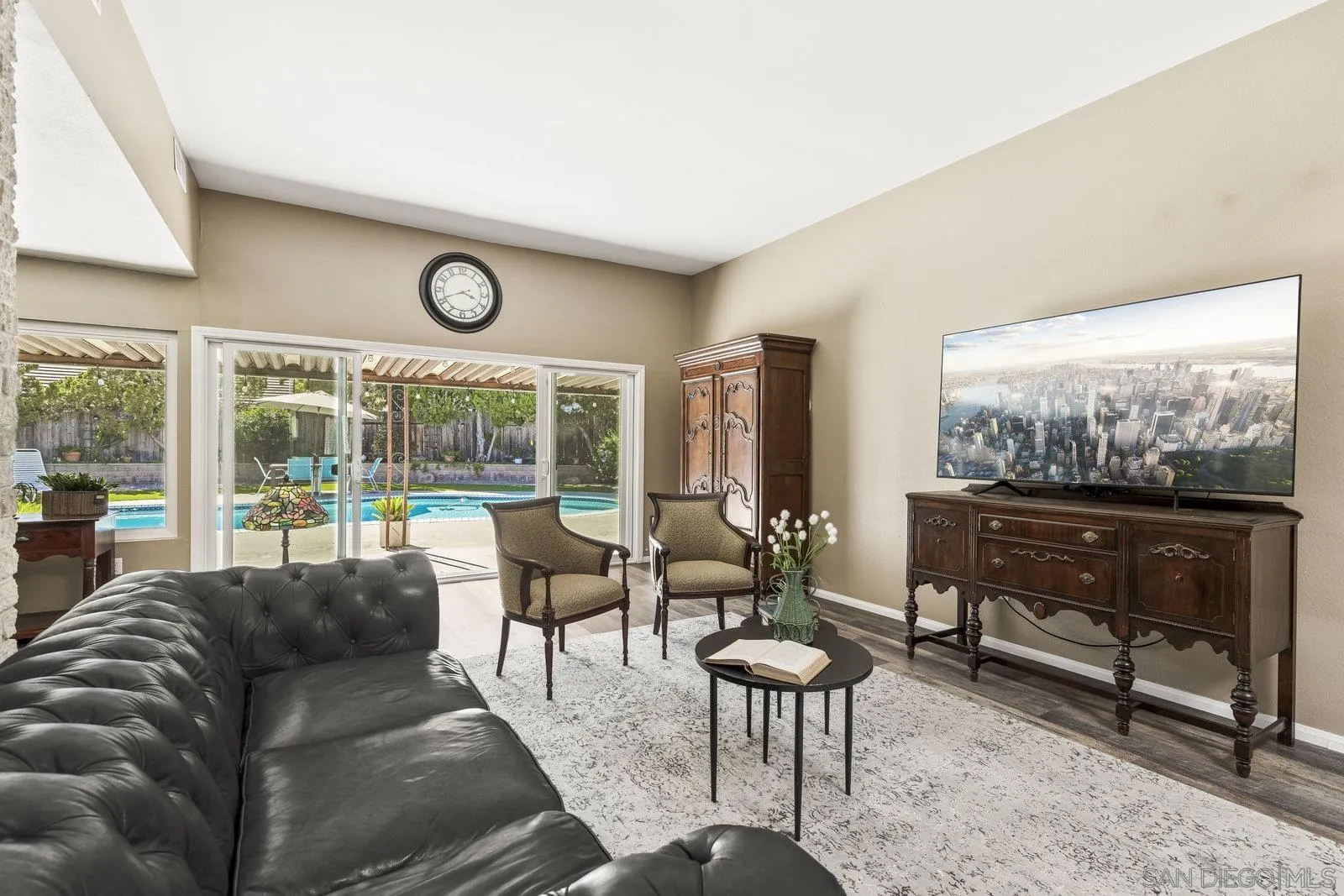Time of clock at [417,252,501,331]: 3:40
